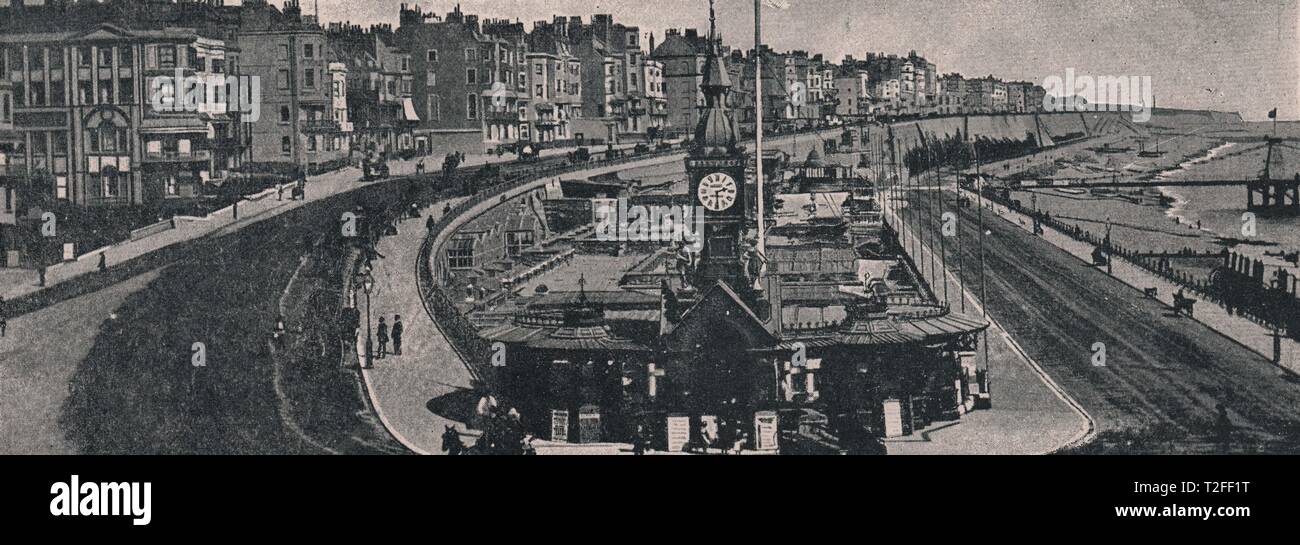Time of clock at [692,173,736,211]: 2:29
